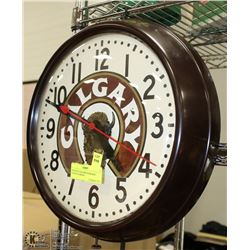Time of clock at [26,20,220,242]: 4:48
